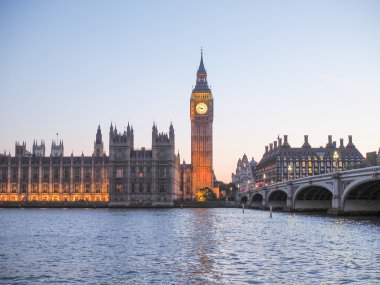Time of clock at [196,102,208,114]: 9:43
